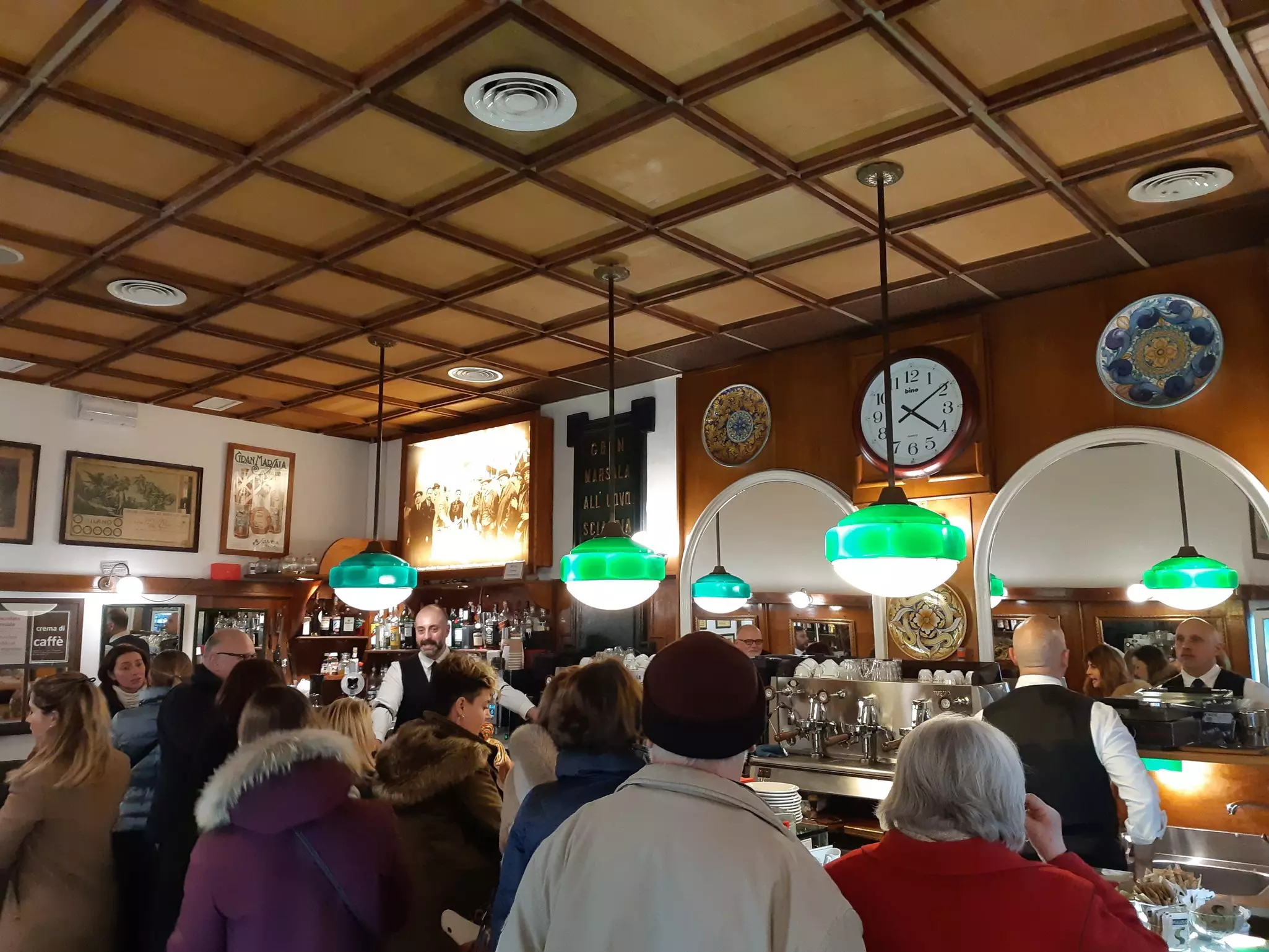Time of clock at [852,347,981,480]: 4:09
